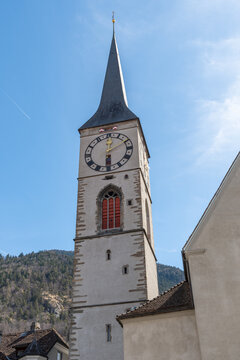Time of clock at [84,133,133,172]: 6:01
